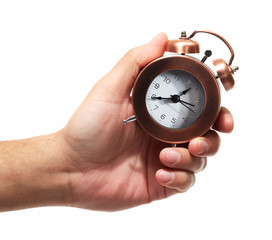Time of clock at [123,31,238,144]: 1:44
